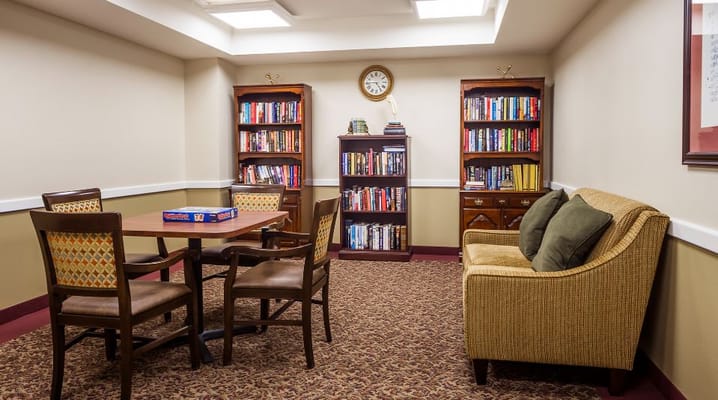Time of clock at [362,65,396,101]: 4:45
